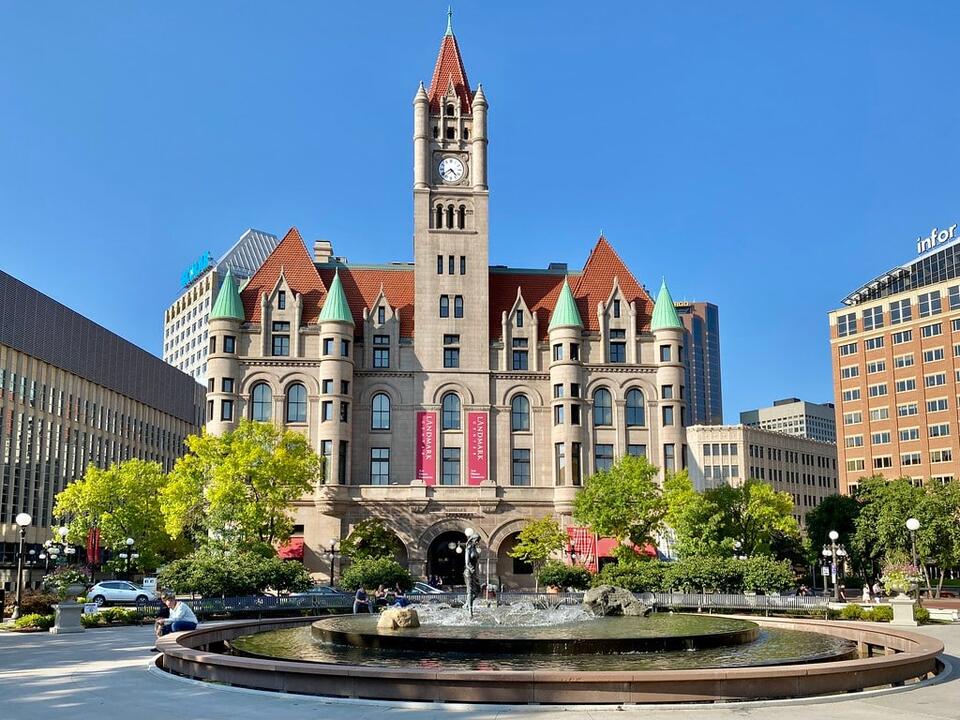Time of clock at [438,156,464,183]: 4:39
